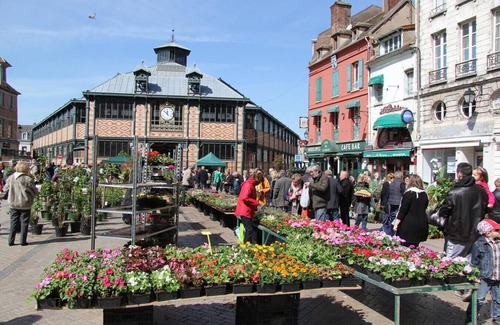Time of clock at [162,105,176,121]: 11:51
